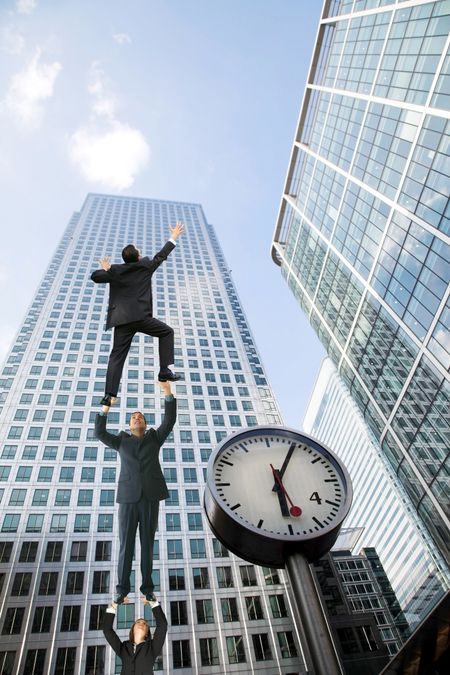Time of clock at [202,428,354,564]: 6:04
